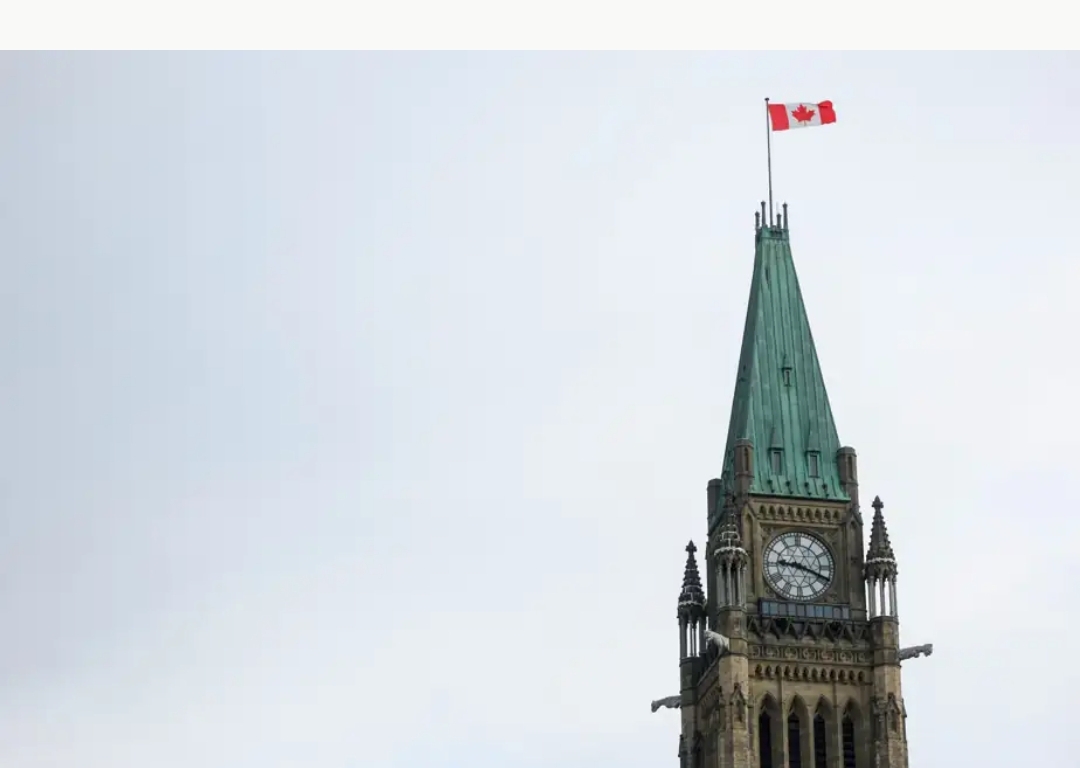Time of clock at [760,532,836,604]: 9:18
